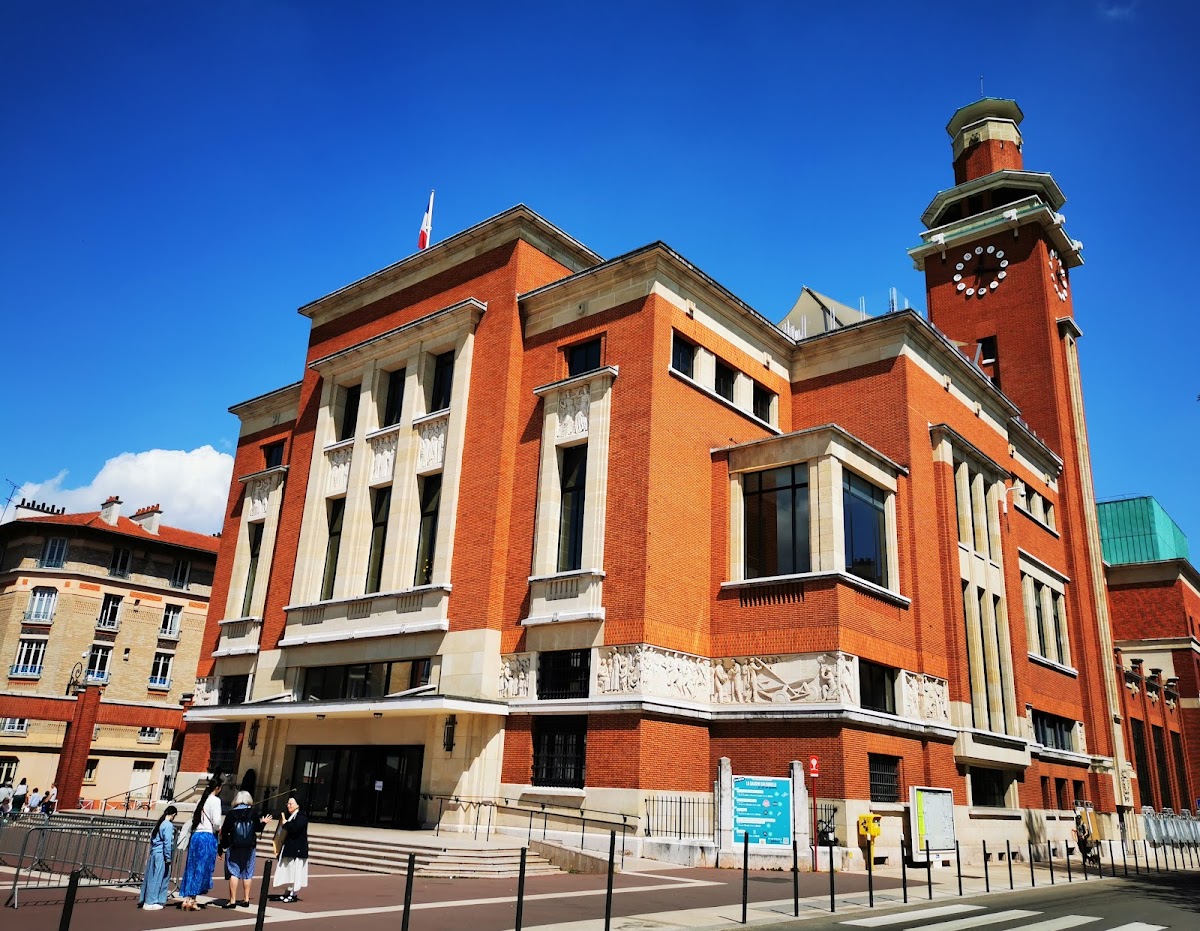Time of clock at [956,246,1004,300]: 12:33
